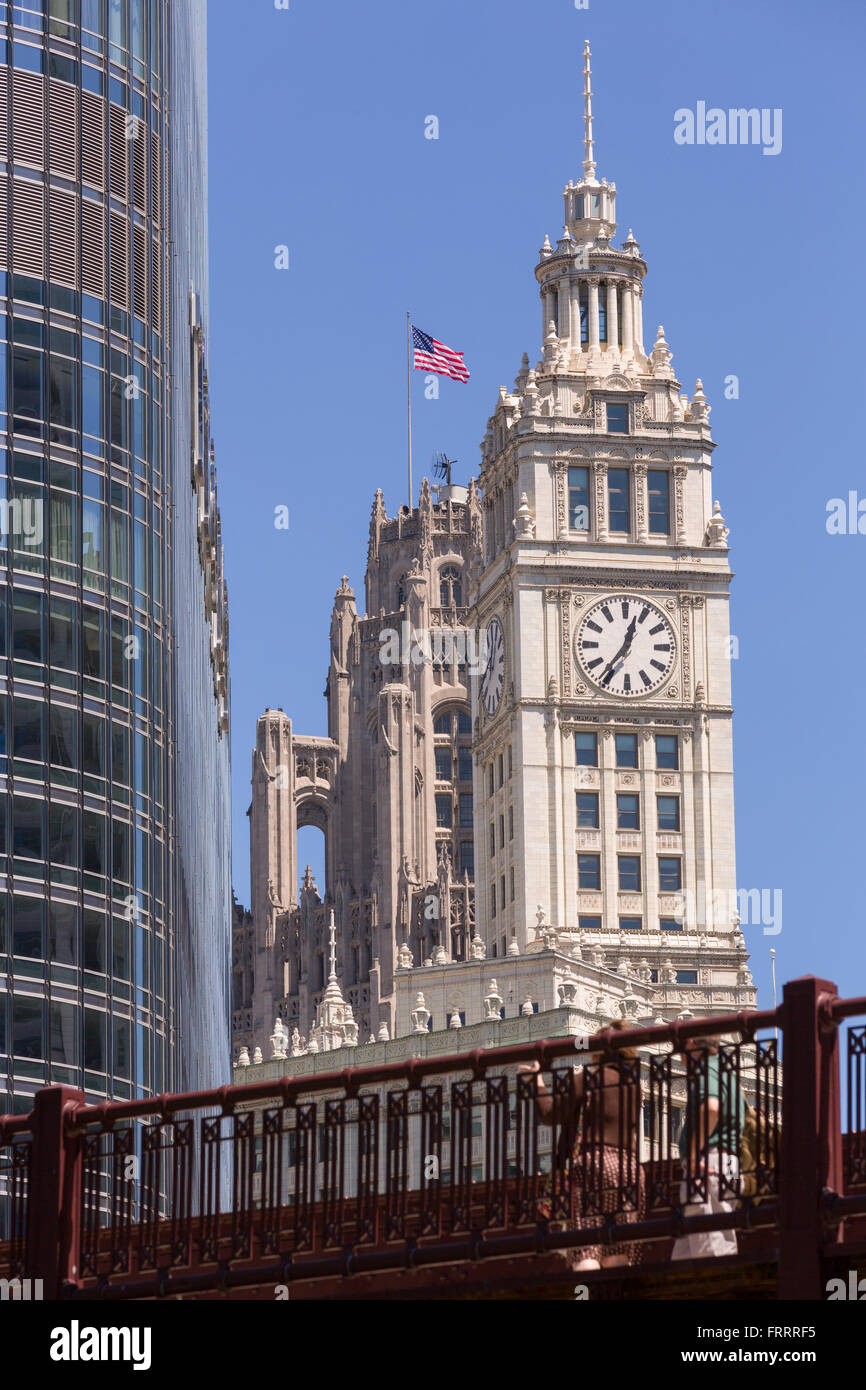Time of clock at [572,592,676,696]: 12:36
